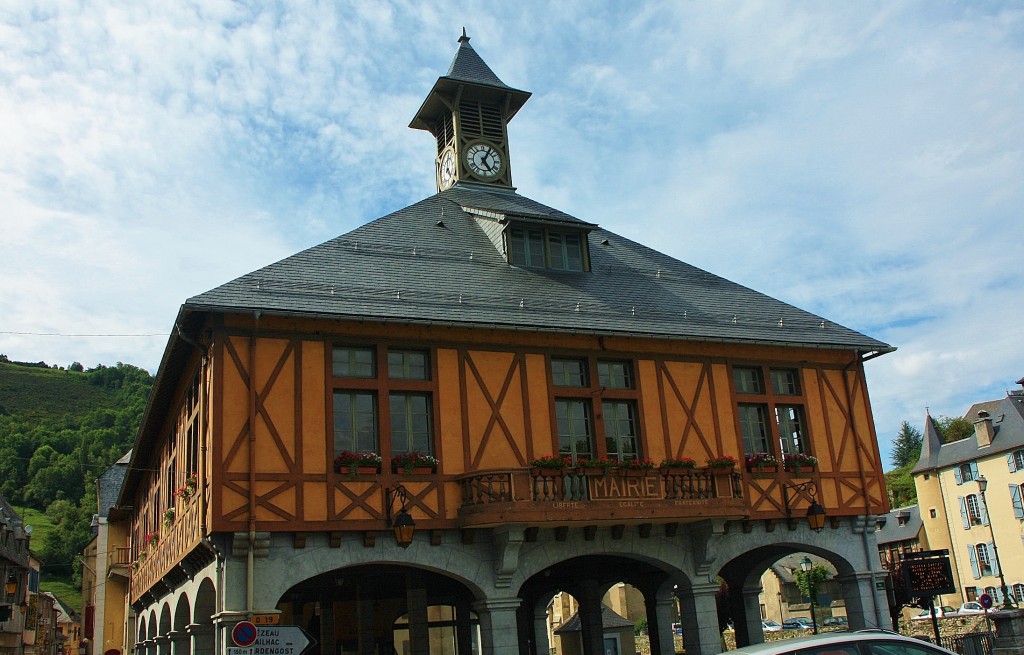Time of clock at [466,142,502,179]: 5:05
